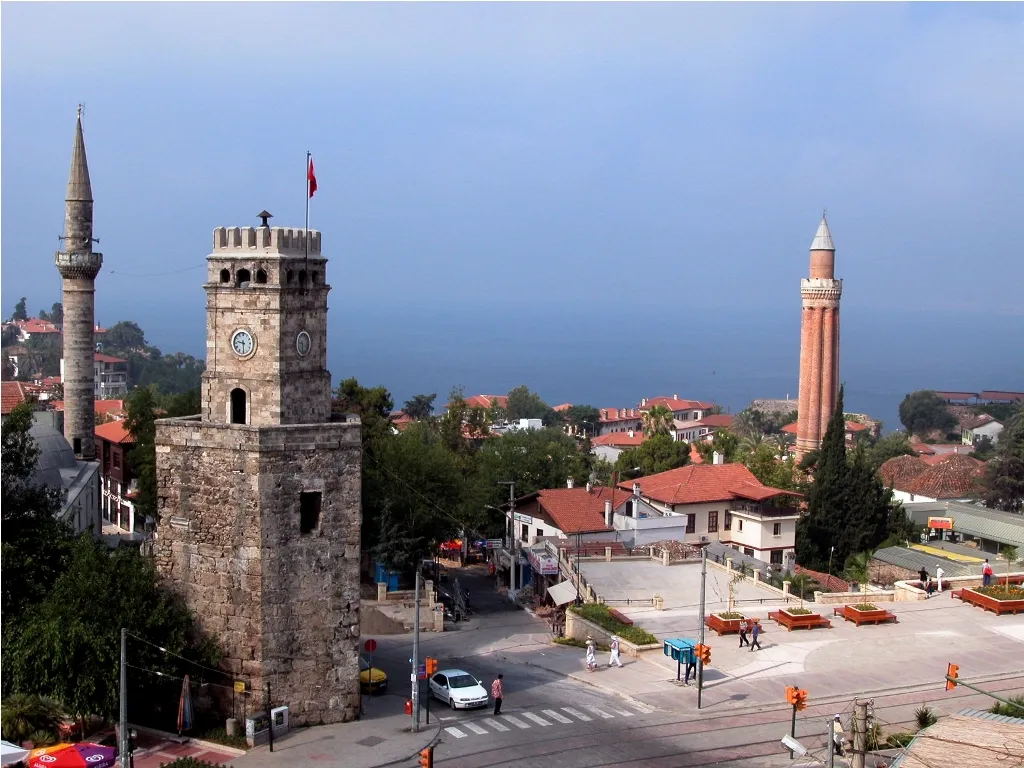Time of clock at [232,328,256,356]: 9:29
